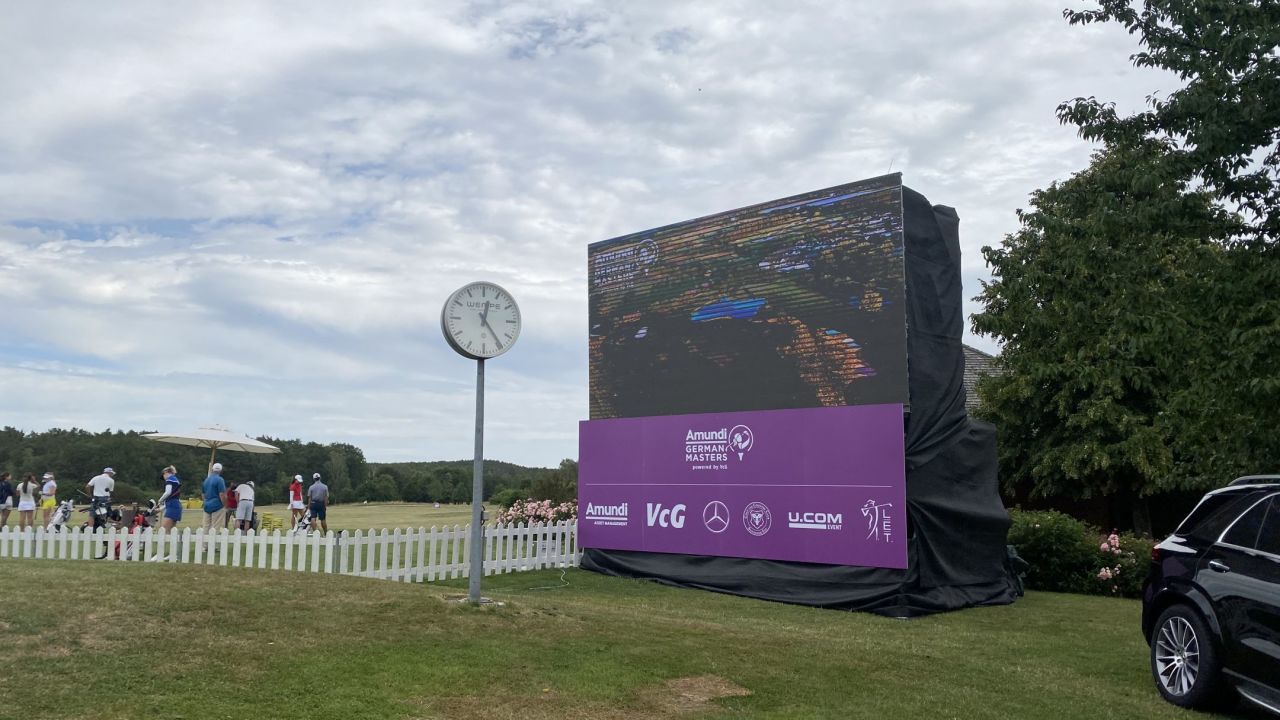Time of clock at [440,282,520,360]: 12:24
